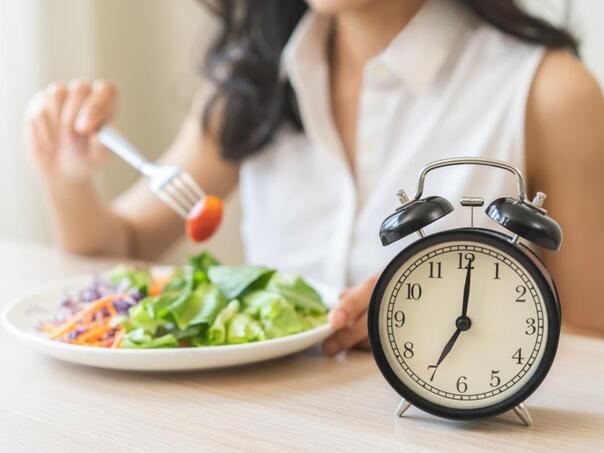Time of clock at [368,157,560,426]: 7:00
